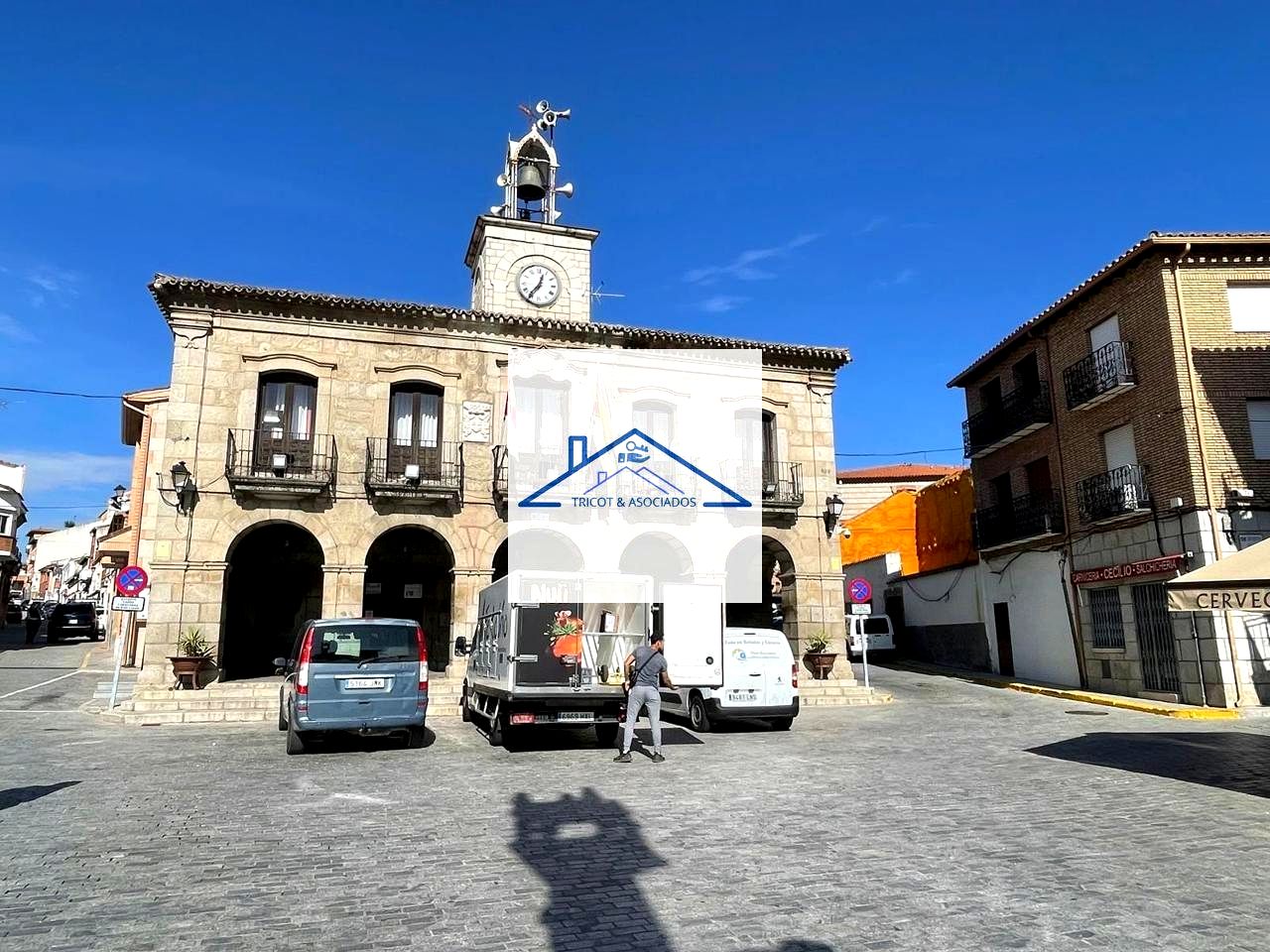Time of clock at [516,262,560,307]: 12:36
